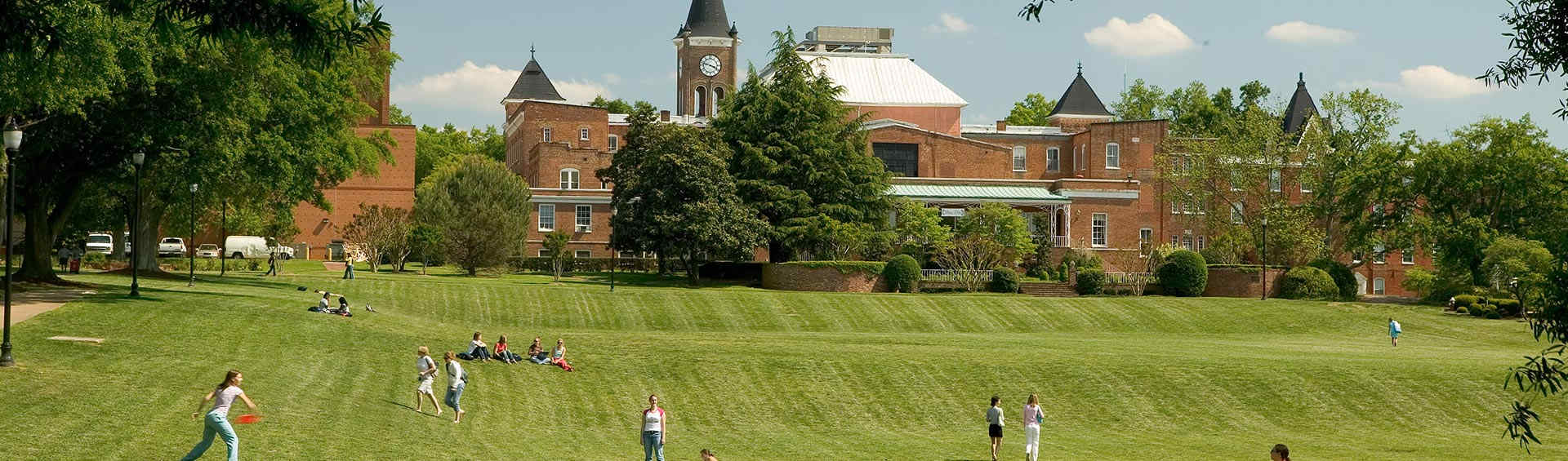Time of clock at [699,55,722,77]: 3:47
